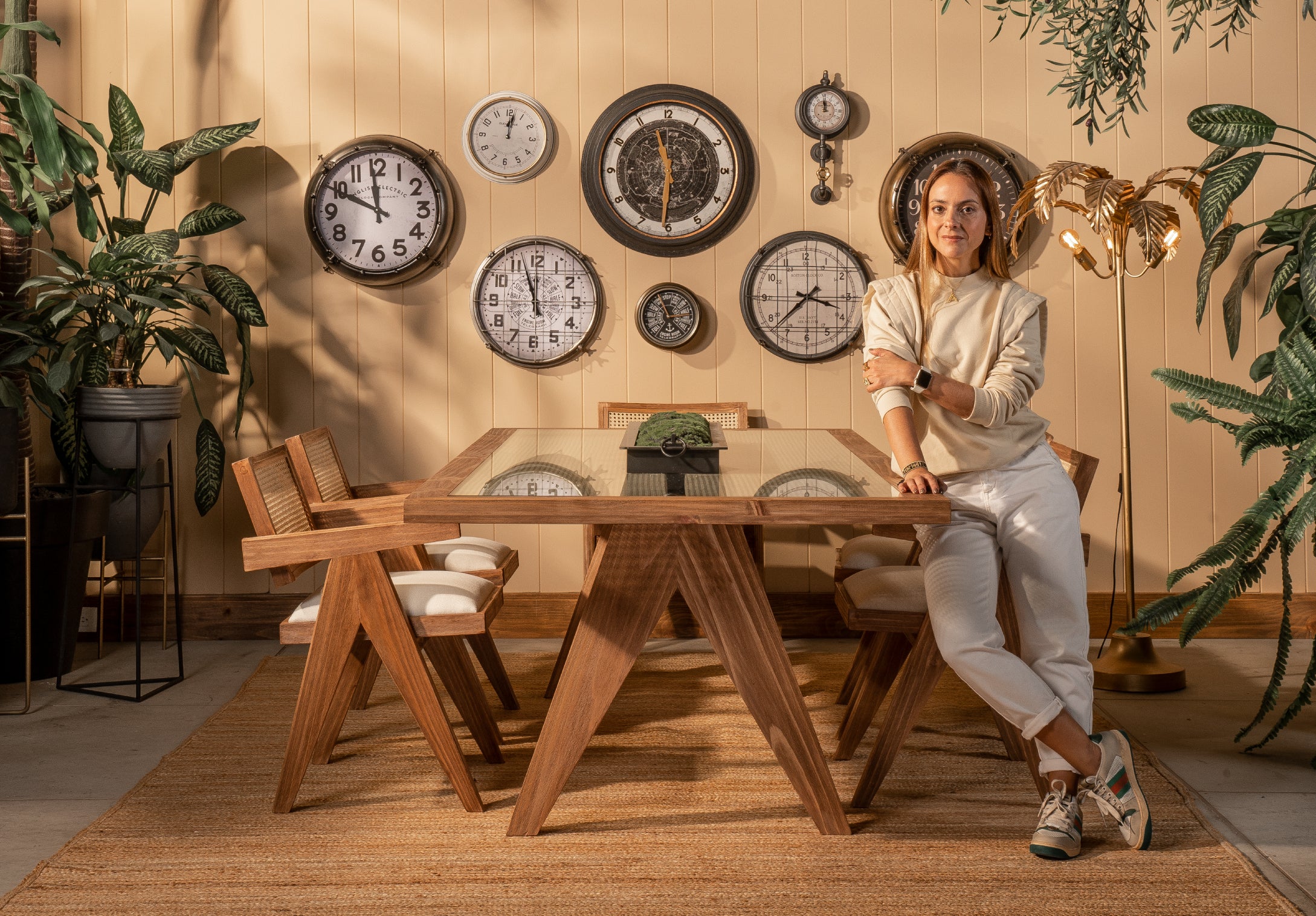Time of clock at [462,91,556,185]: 12:01
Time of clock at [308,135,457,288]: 11:49
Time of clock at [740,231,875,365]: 3:38
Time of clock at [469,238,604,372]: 11:57
